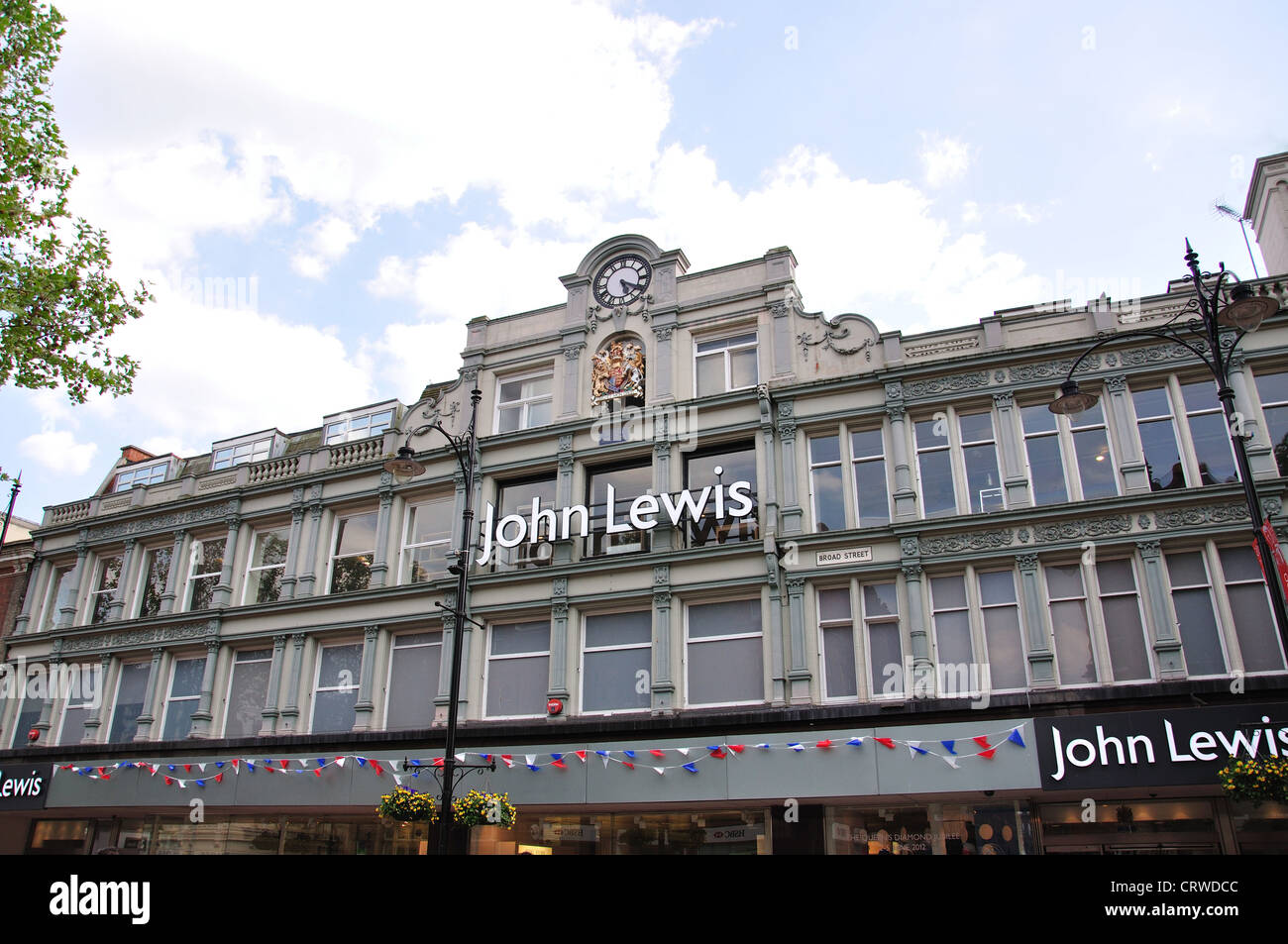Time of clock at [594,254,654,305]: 5:19
